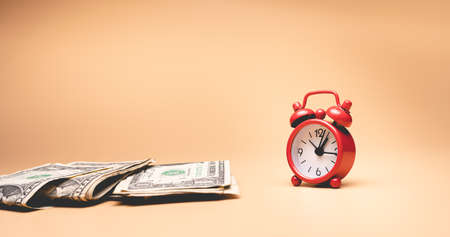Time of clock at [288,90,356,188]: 1:16
